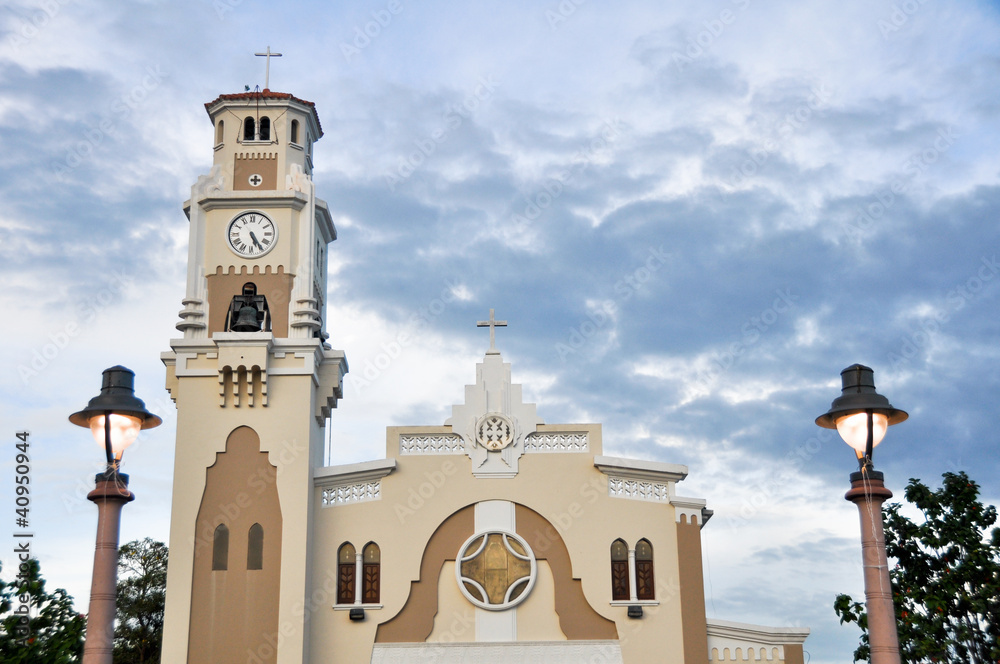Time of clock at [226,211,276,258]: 5:24
